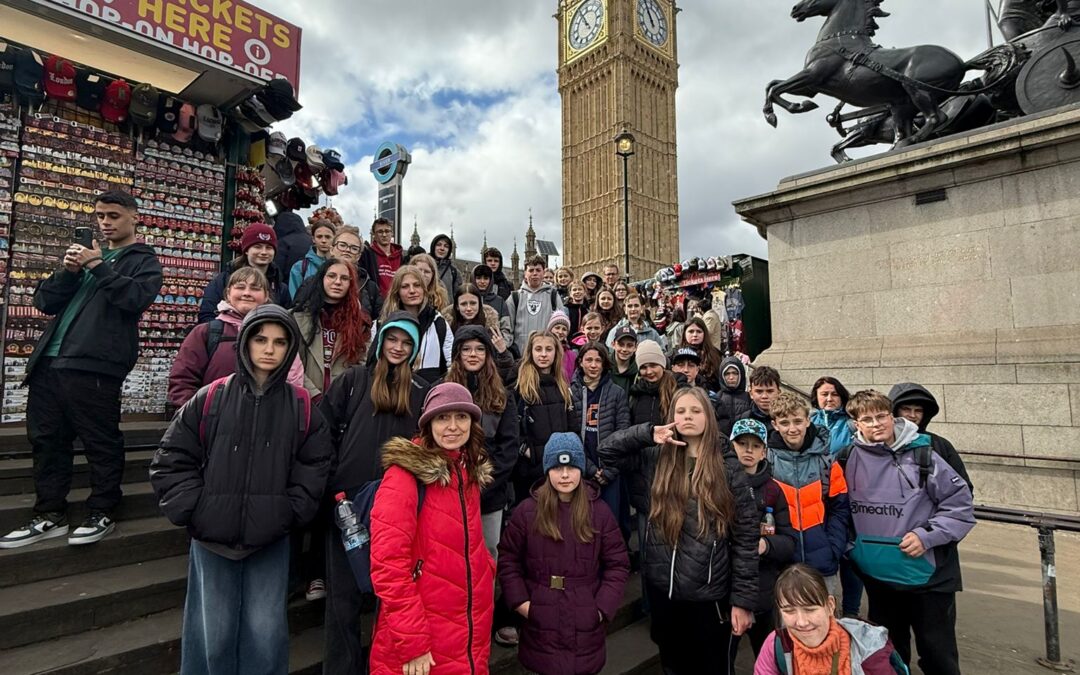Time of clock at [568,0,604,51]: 4:55
